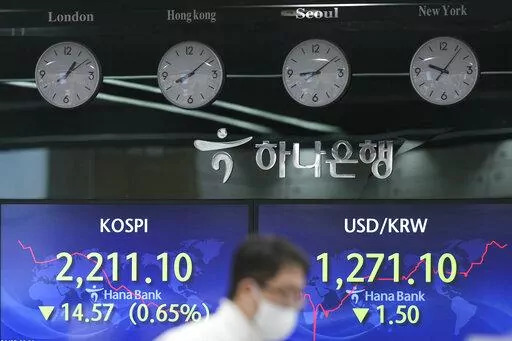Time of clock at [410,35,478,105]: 10:06
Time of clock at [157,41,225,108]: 8:08
